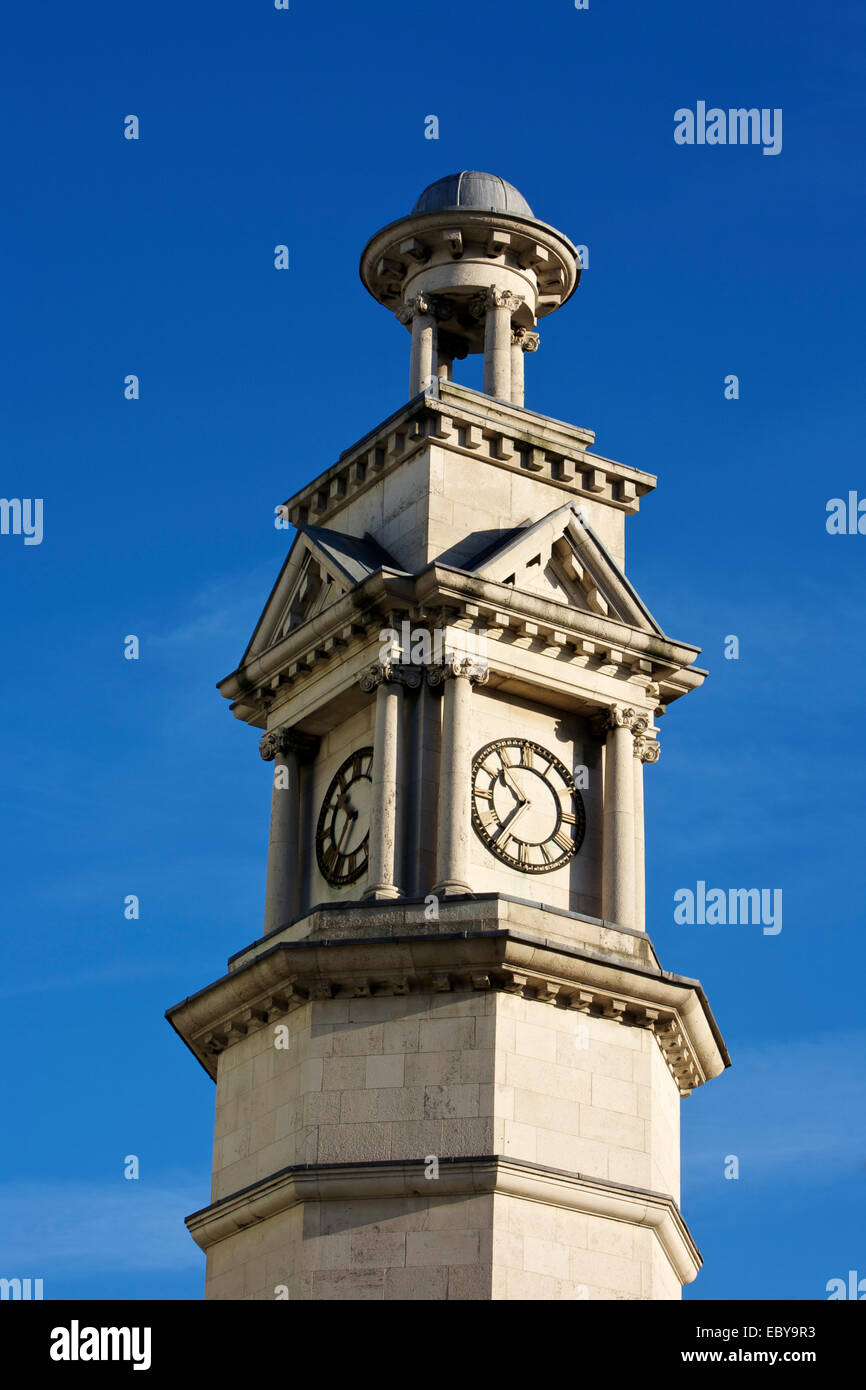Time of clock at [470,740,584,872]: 10:36
